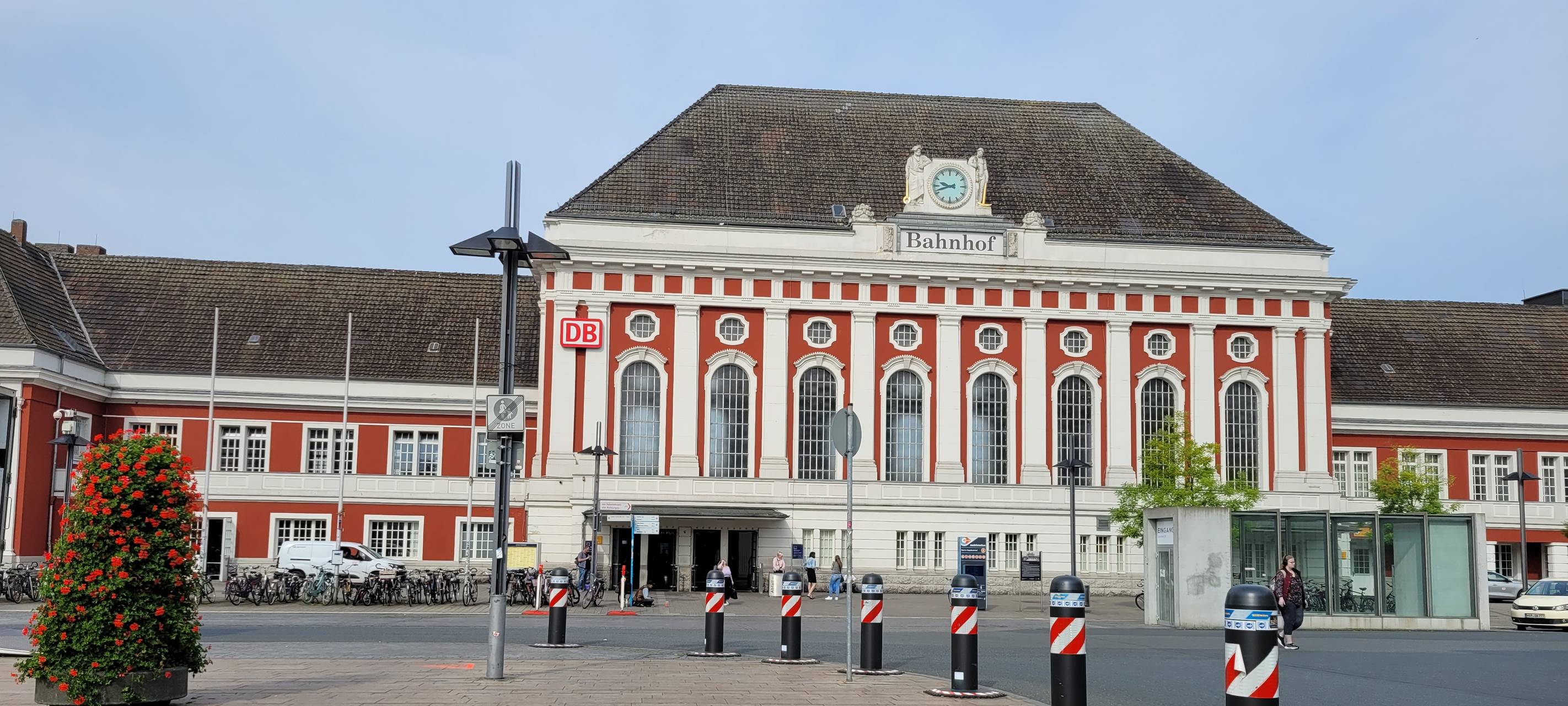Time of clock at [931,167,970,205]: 9:42
